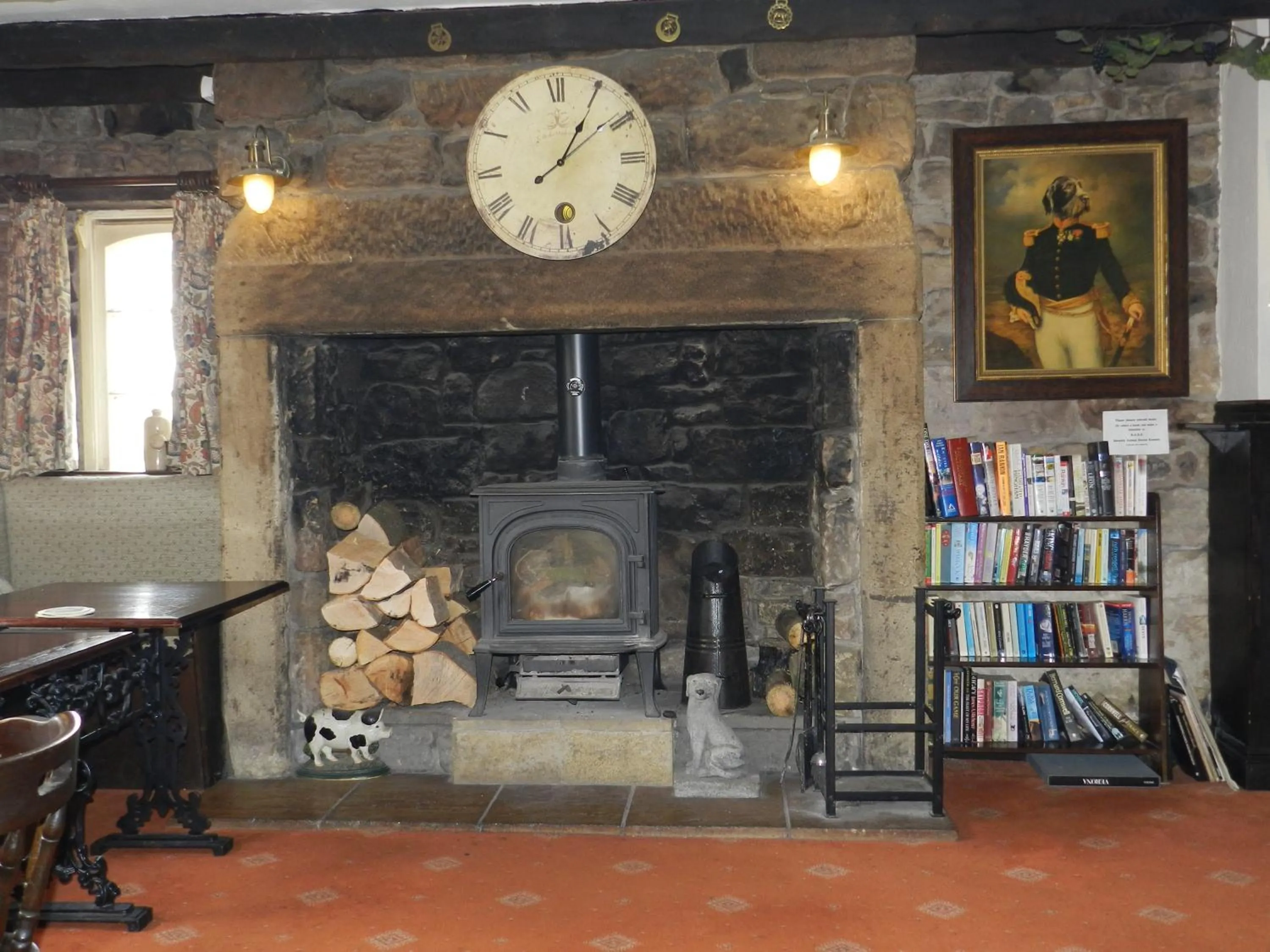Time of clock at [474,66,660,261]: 1:09
